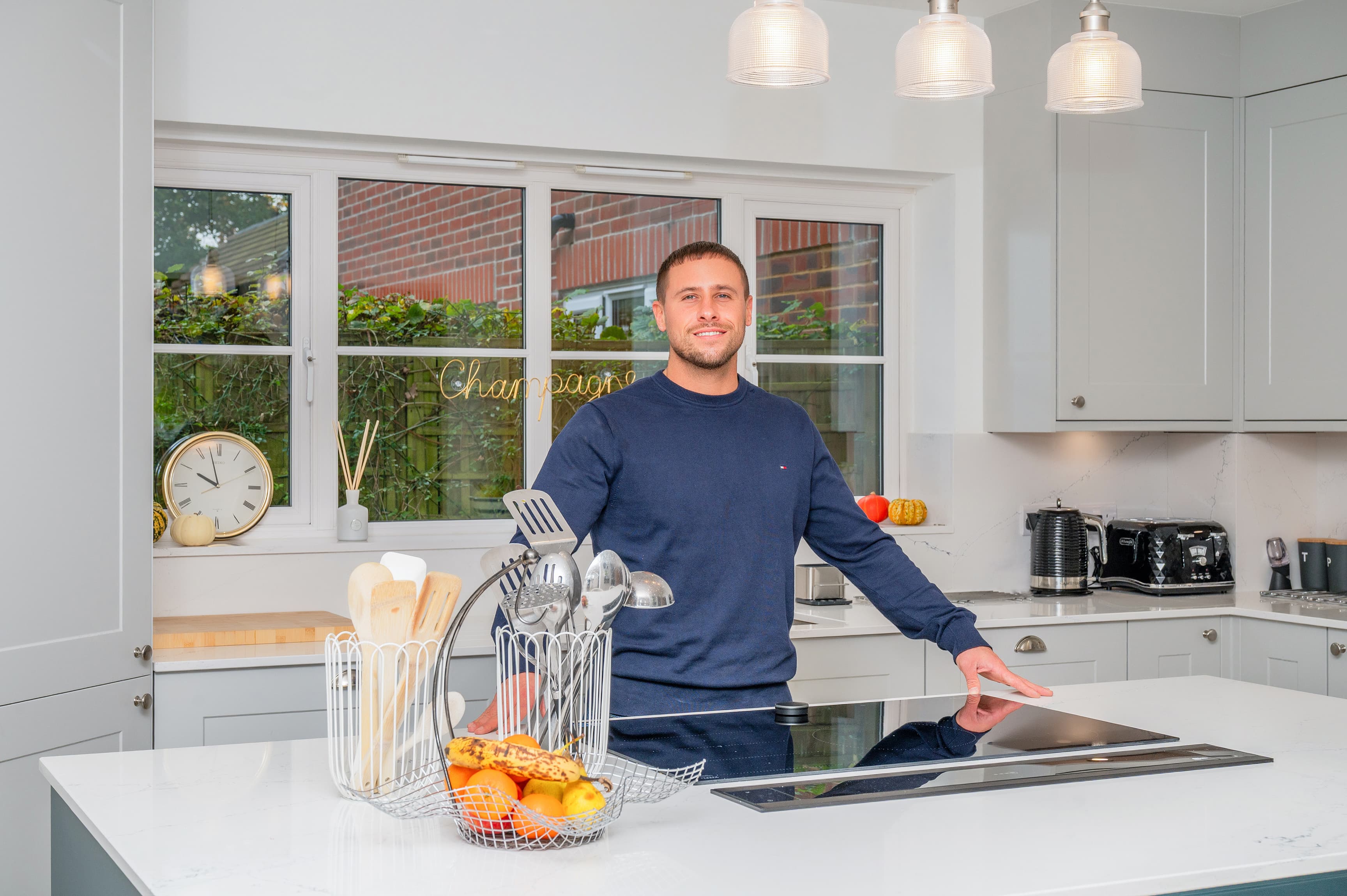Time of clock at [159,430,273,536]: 9:57
